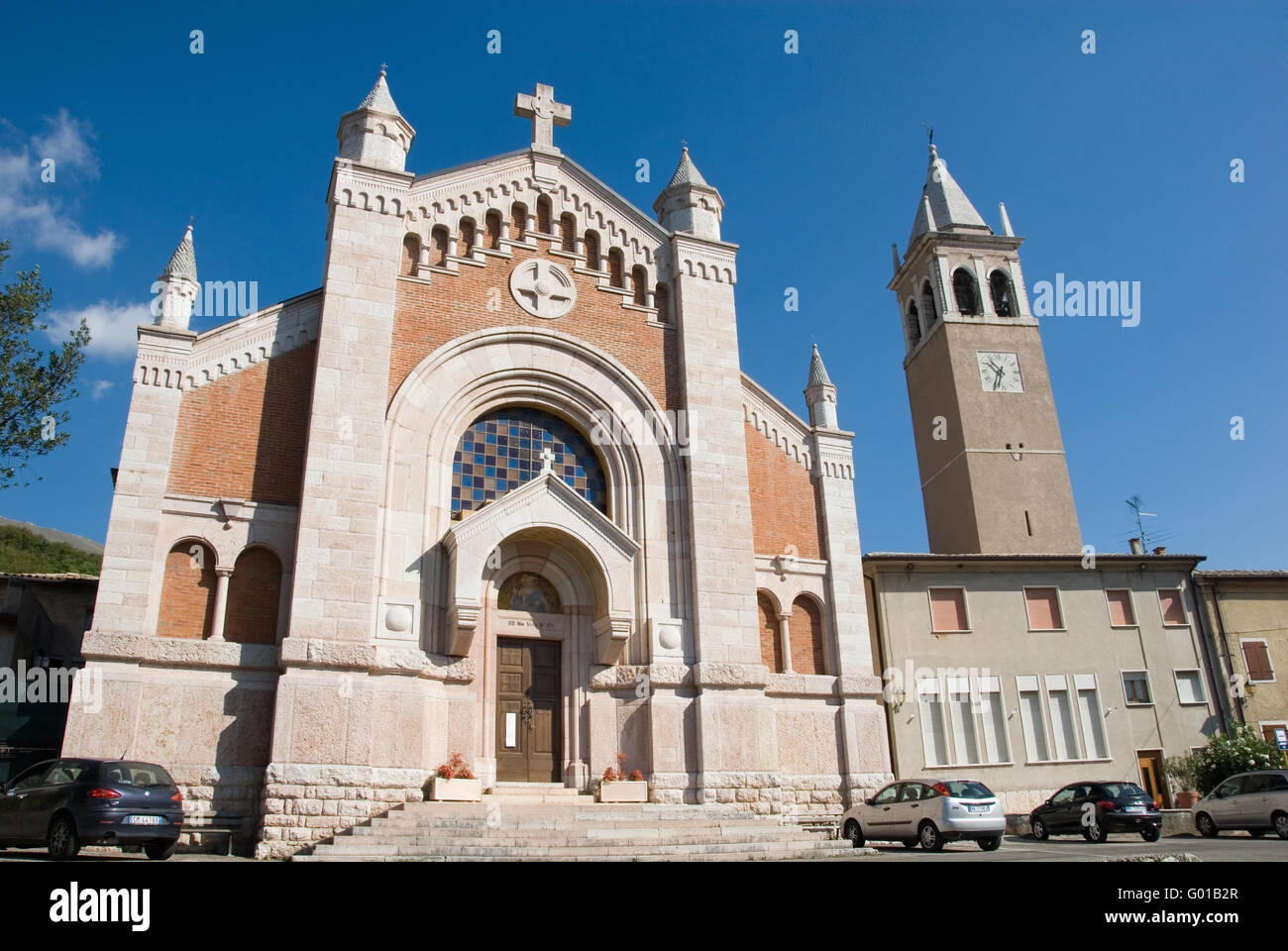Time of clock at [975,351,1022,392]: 10:34
